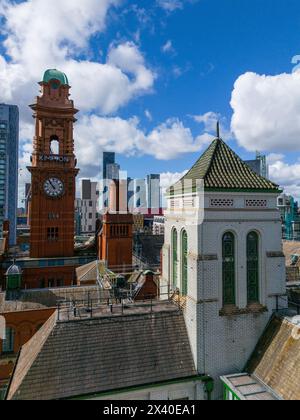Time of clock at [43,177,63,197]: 10:54
